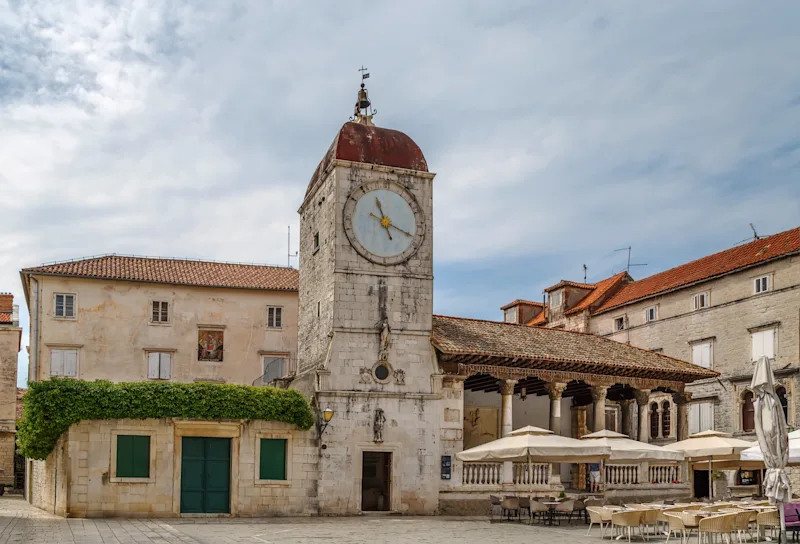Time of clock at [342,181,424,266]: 11:18
